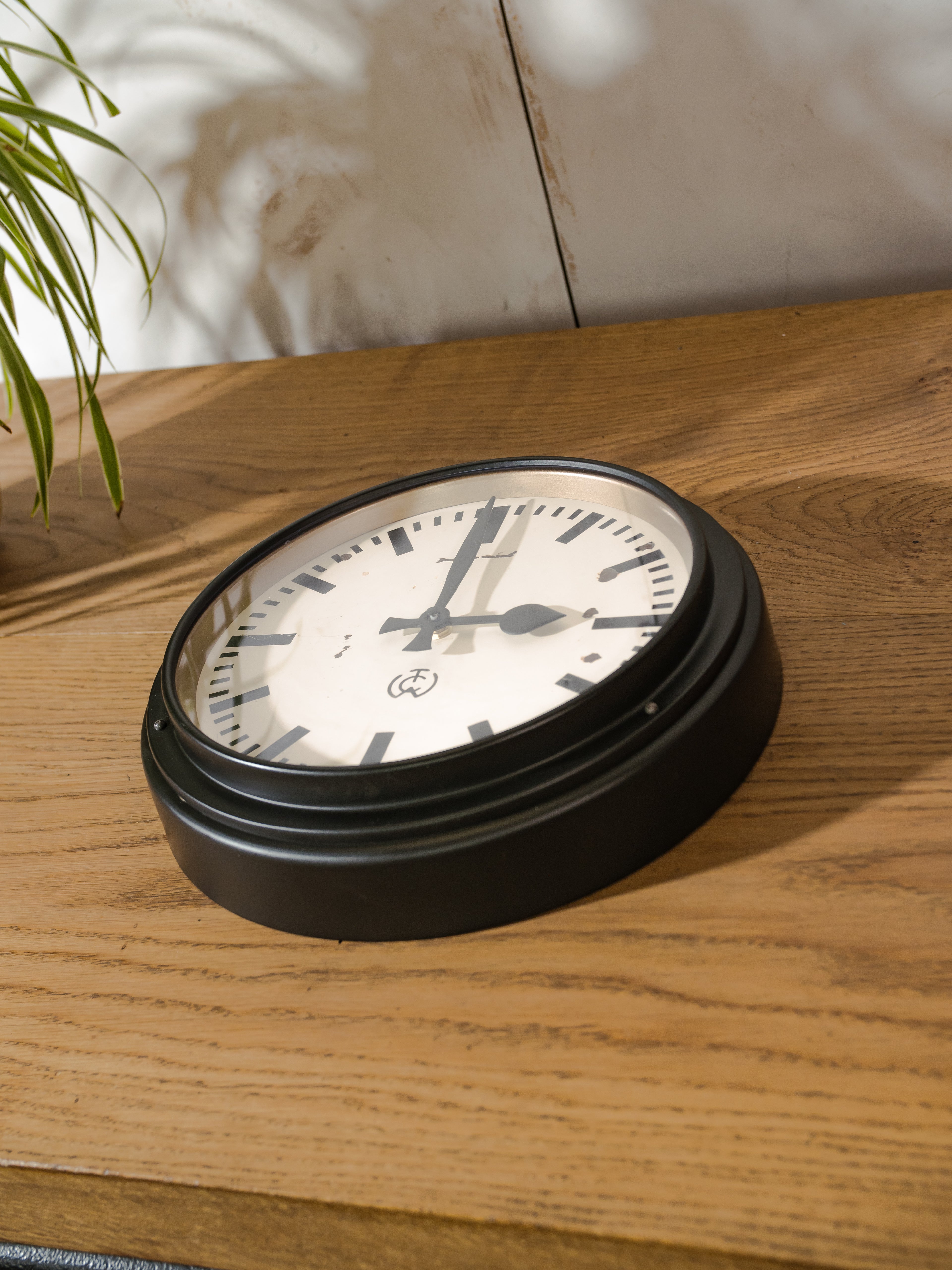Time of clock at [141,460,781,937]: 3:00
